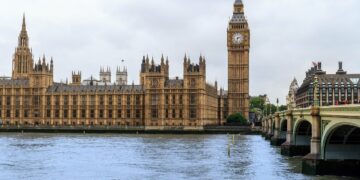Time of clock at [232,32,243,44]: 2:32
